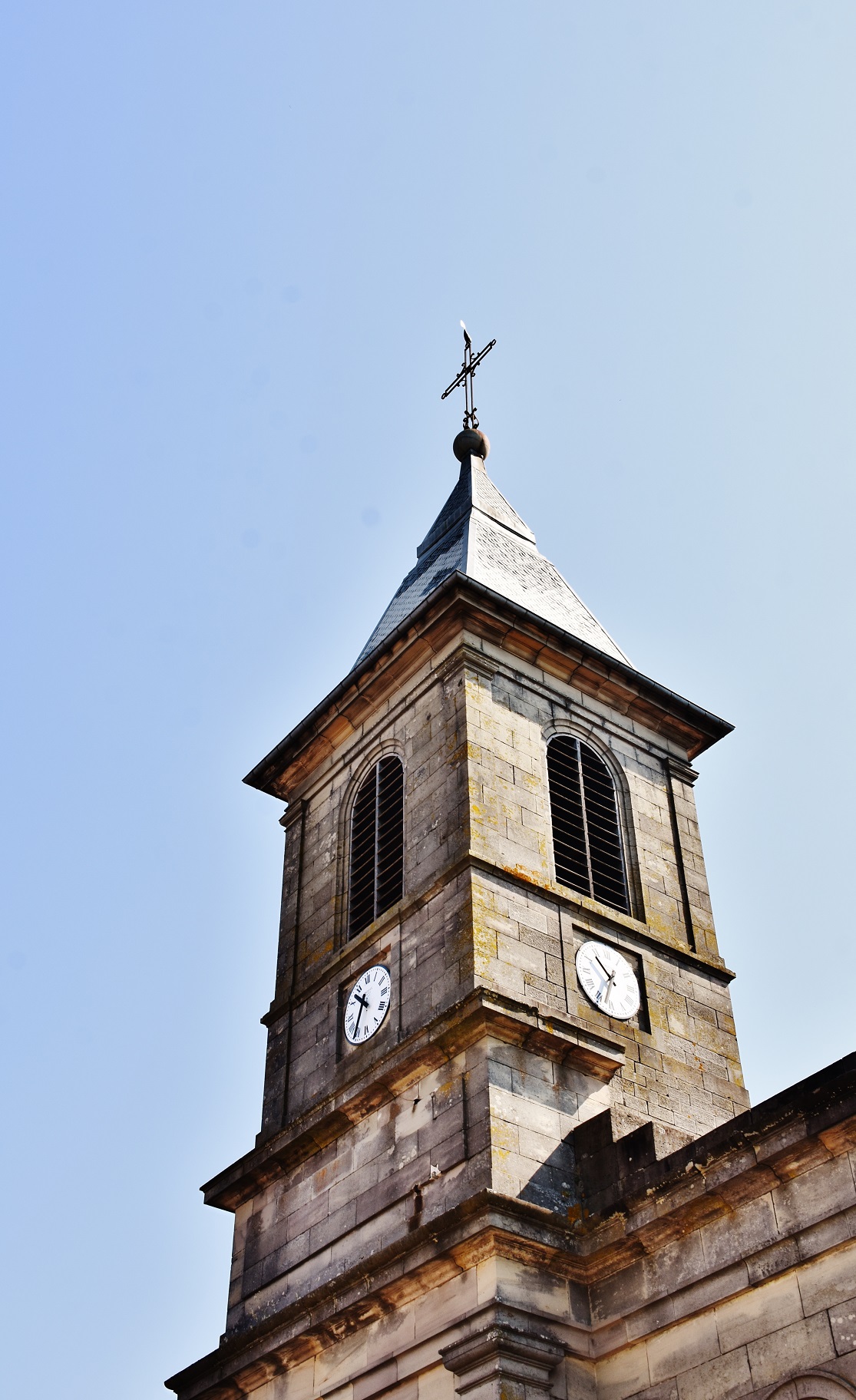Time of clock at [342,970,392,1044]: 10:34
